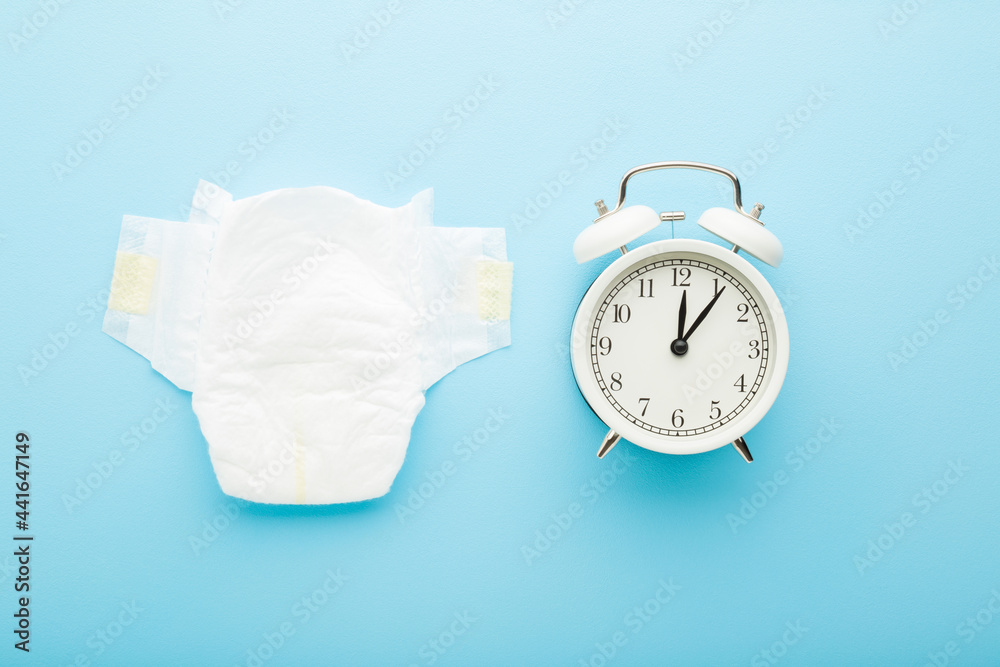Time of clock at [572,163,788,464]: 12:06
